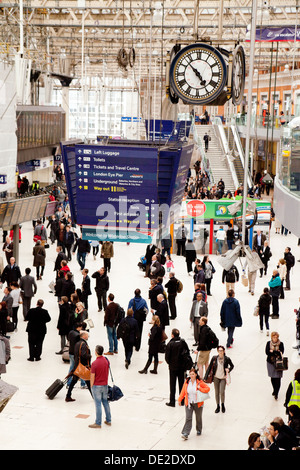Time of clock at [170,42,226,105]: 4:52
